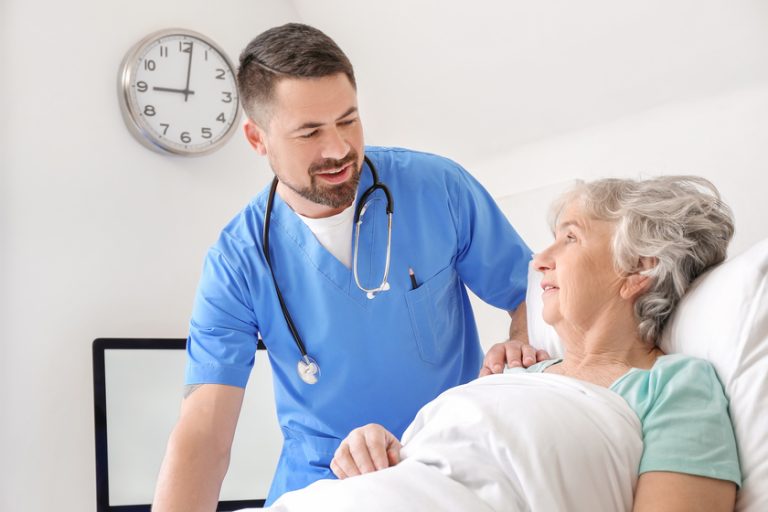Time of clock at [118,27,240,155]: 9:01
